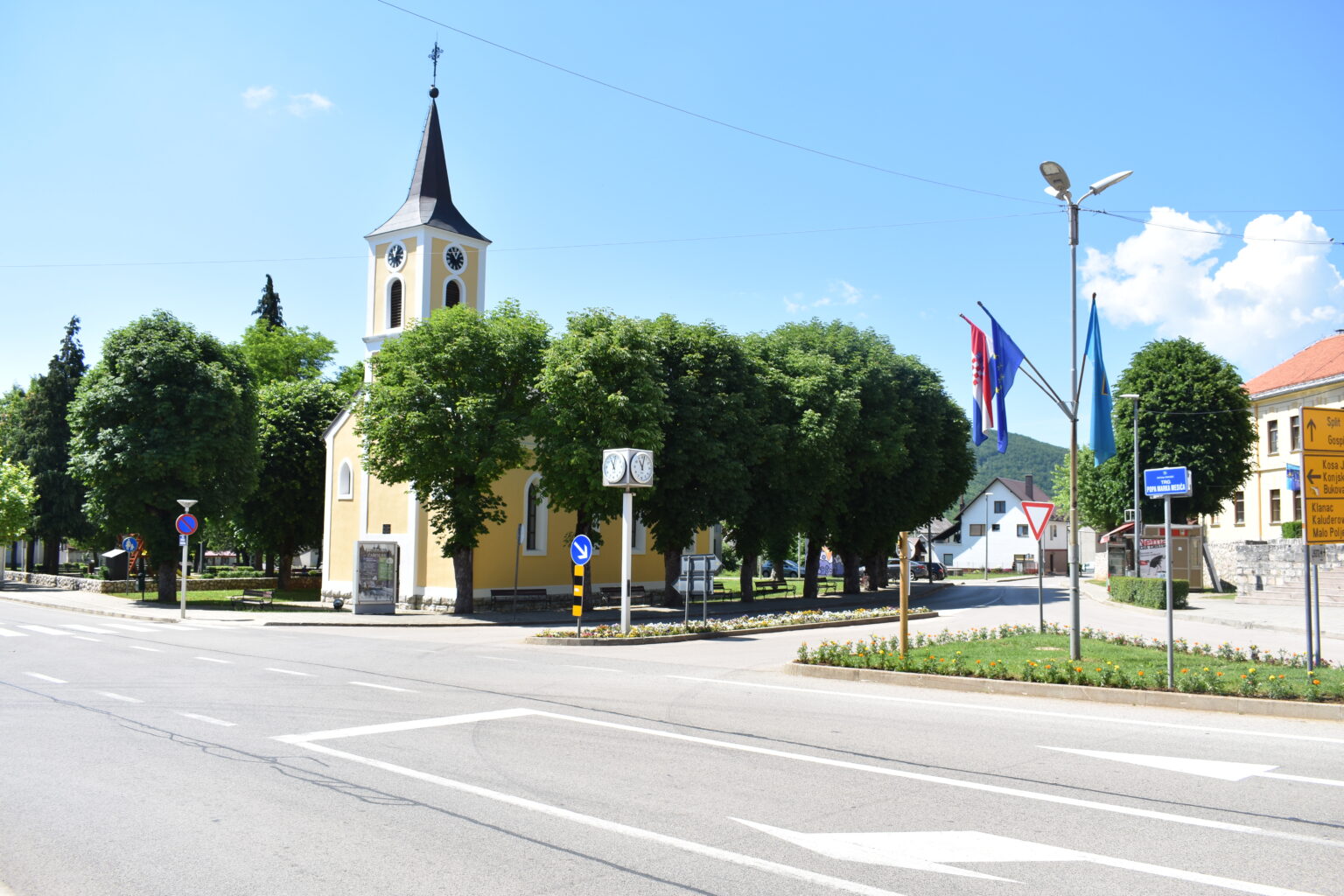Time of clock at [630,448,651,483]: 11:02
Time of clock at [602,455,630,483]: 11:02
